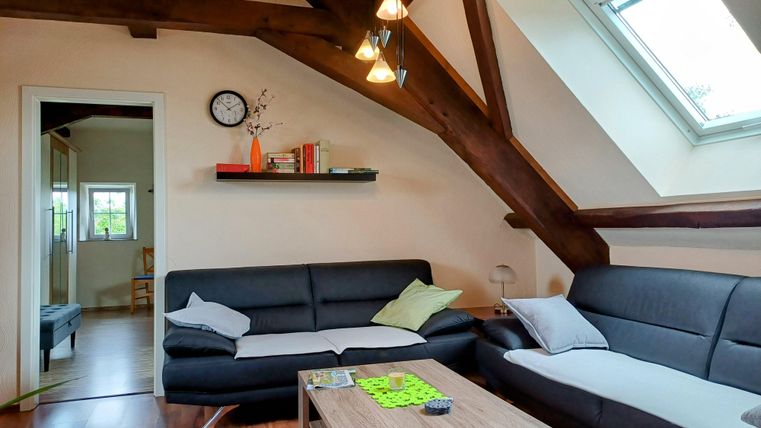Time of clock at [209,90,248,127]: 1:52
